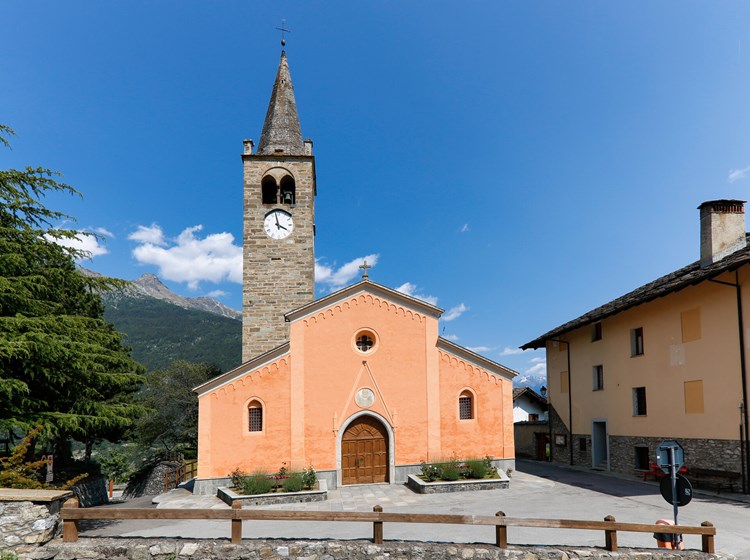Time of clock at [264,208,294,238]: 3:58
